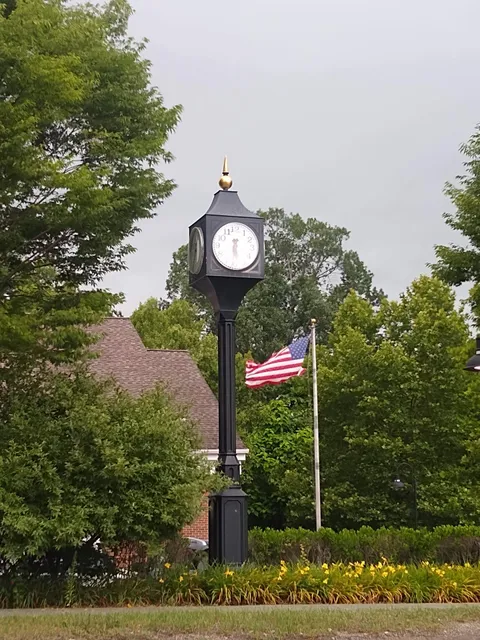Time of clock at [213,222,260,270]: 5:31
